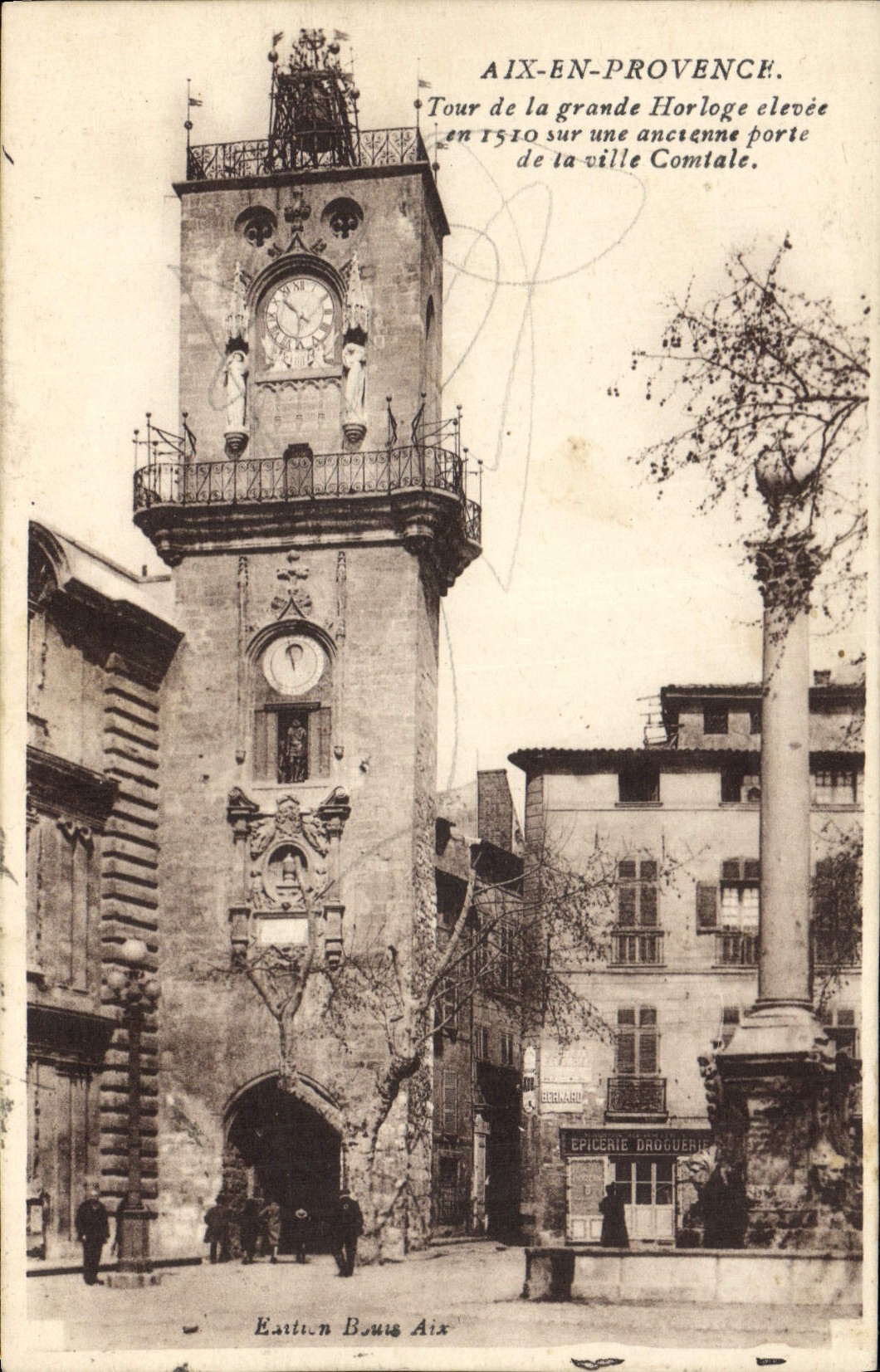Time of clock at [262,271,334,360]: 10:31
